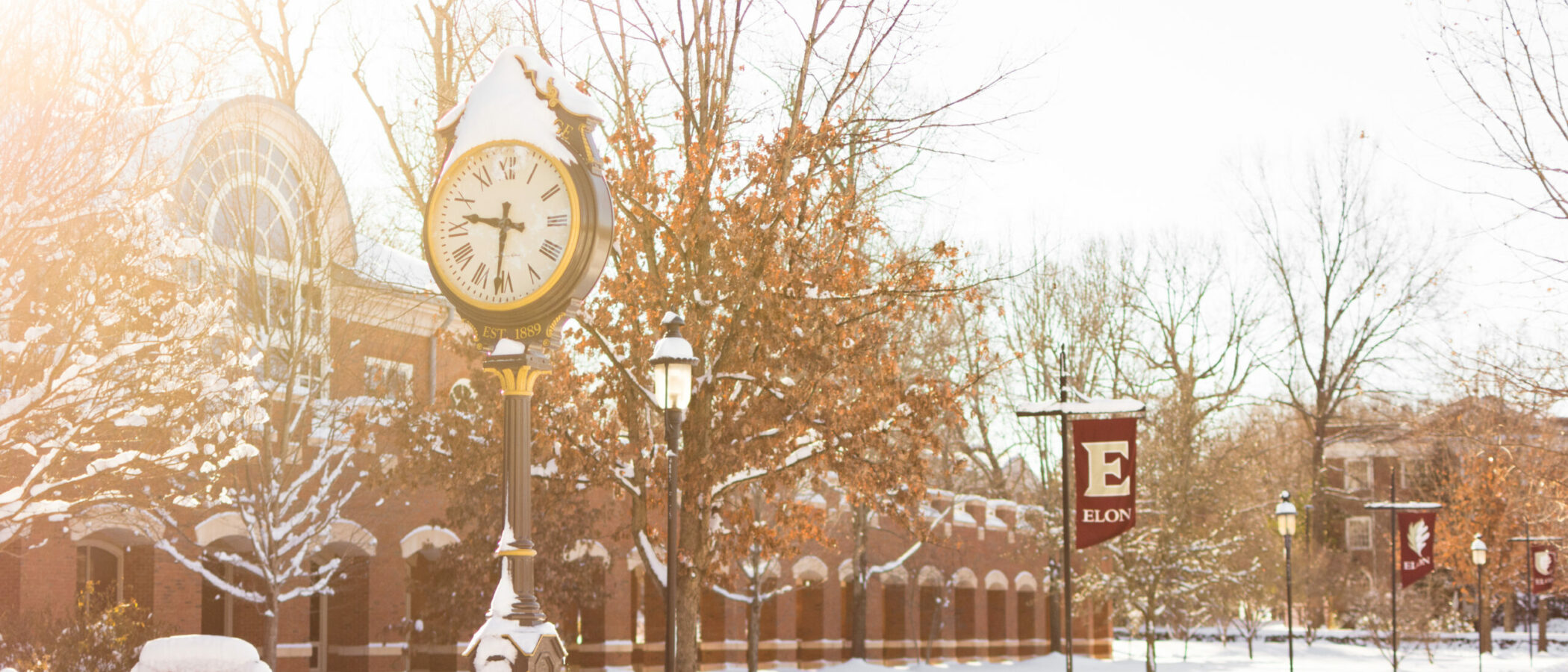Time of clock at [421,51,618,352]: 9:31
